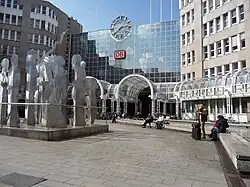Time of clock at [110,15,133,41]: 2:38
